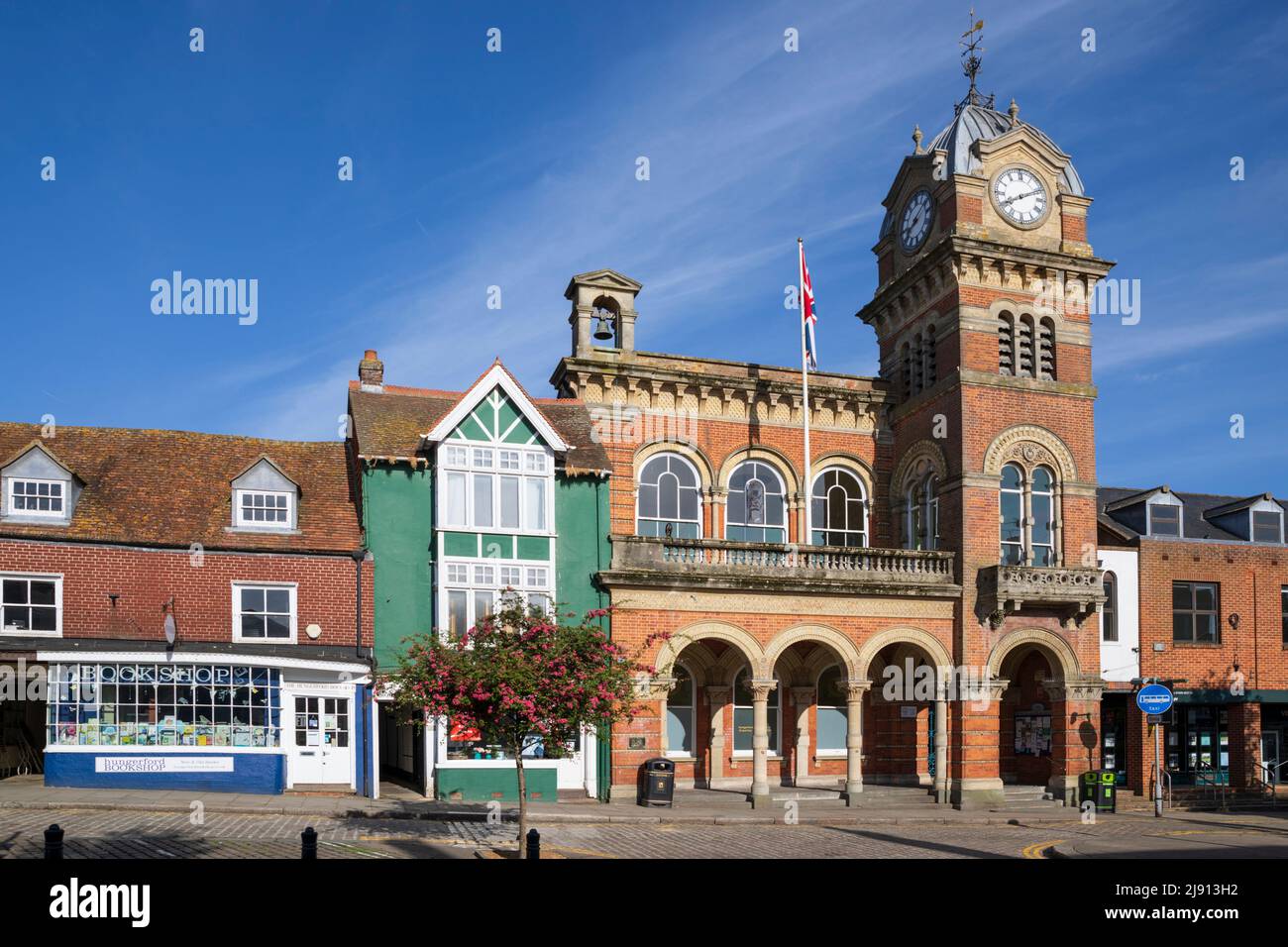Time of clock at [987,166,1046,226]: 8:11
